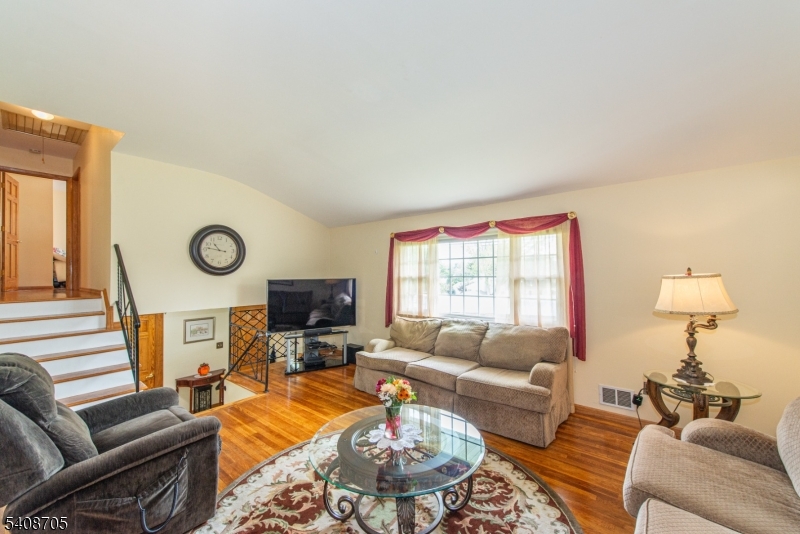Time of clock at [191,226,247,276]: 10:46
